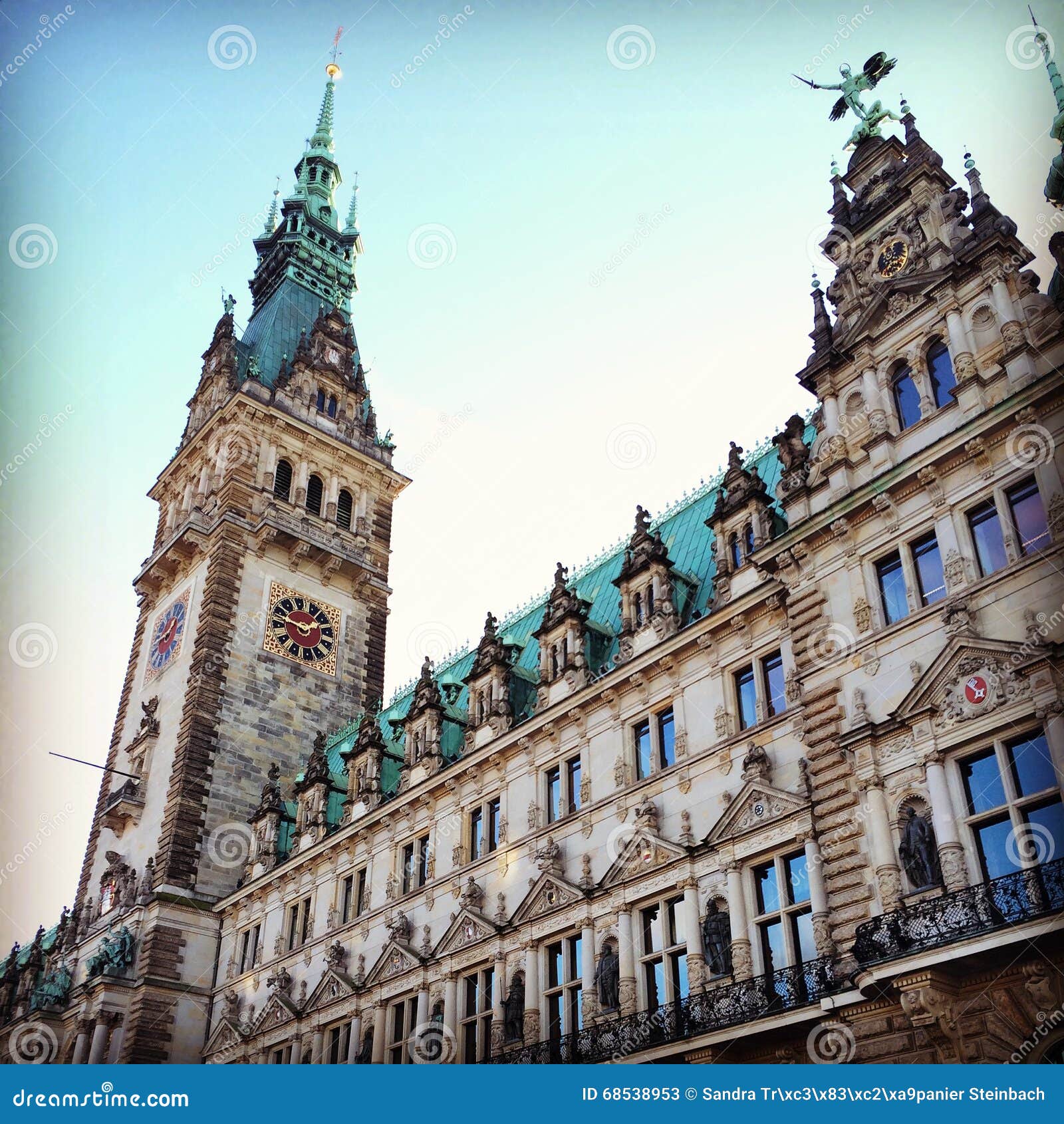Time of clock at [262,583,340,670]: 1:46
